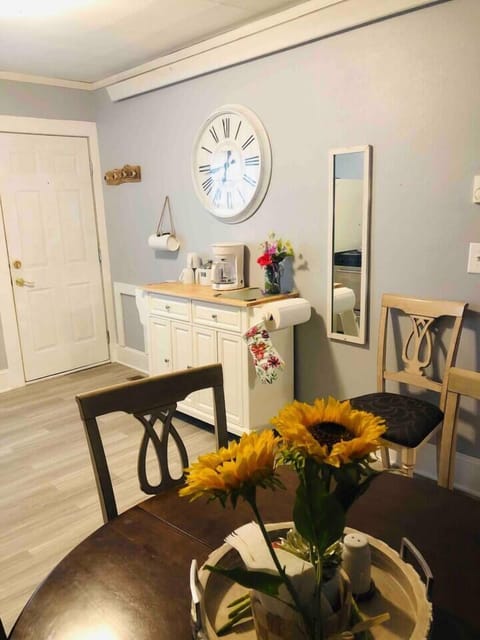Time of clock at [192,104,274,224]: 6:43
